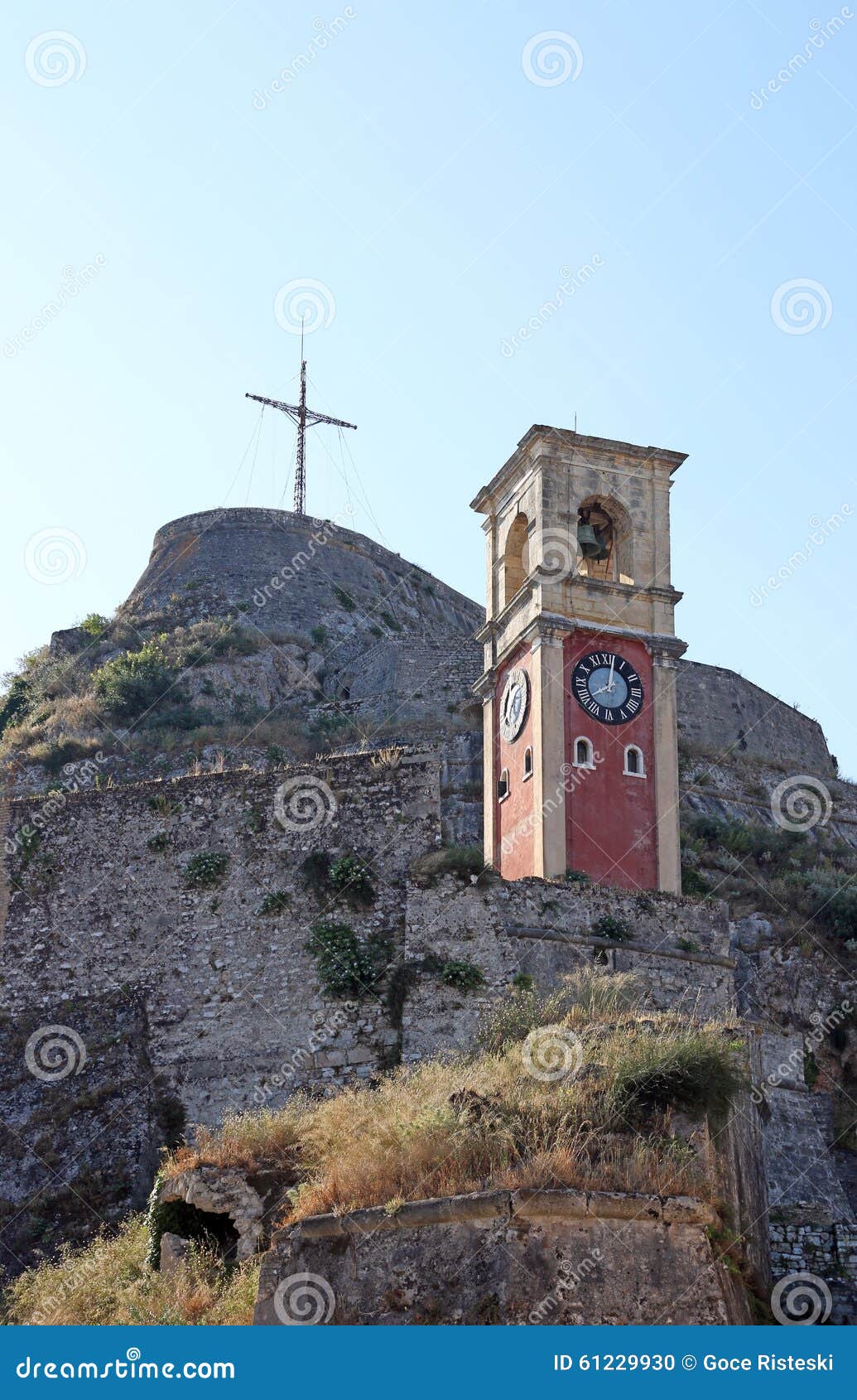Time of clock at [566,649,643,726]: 8:01
